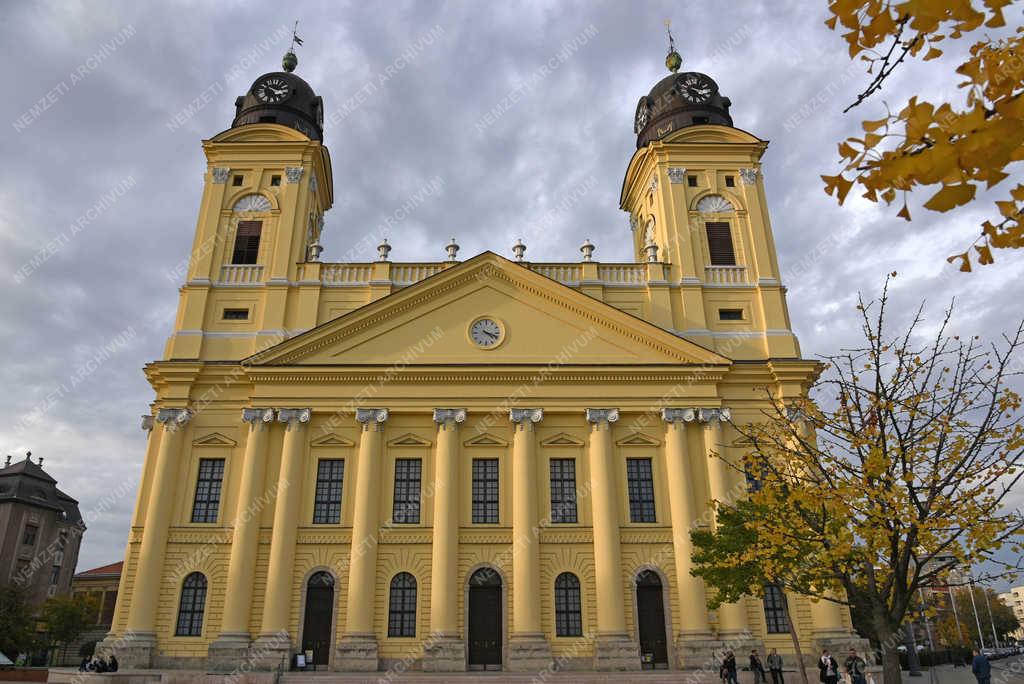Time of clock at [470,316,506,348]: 4:18
